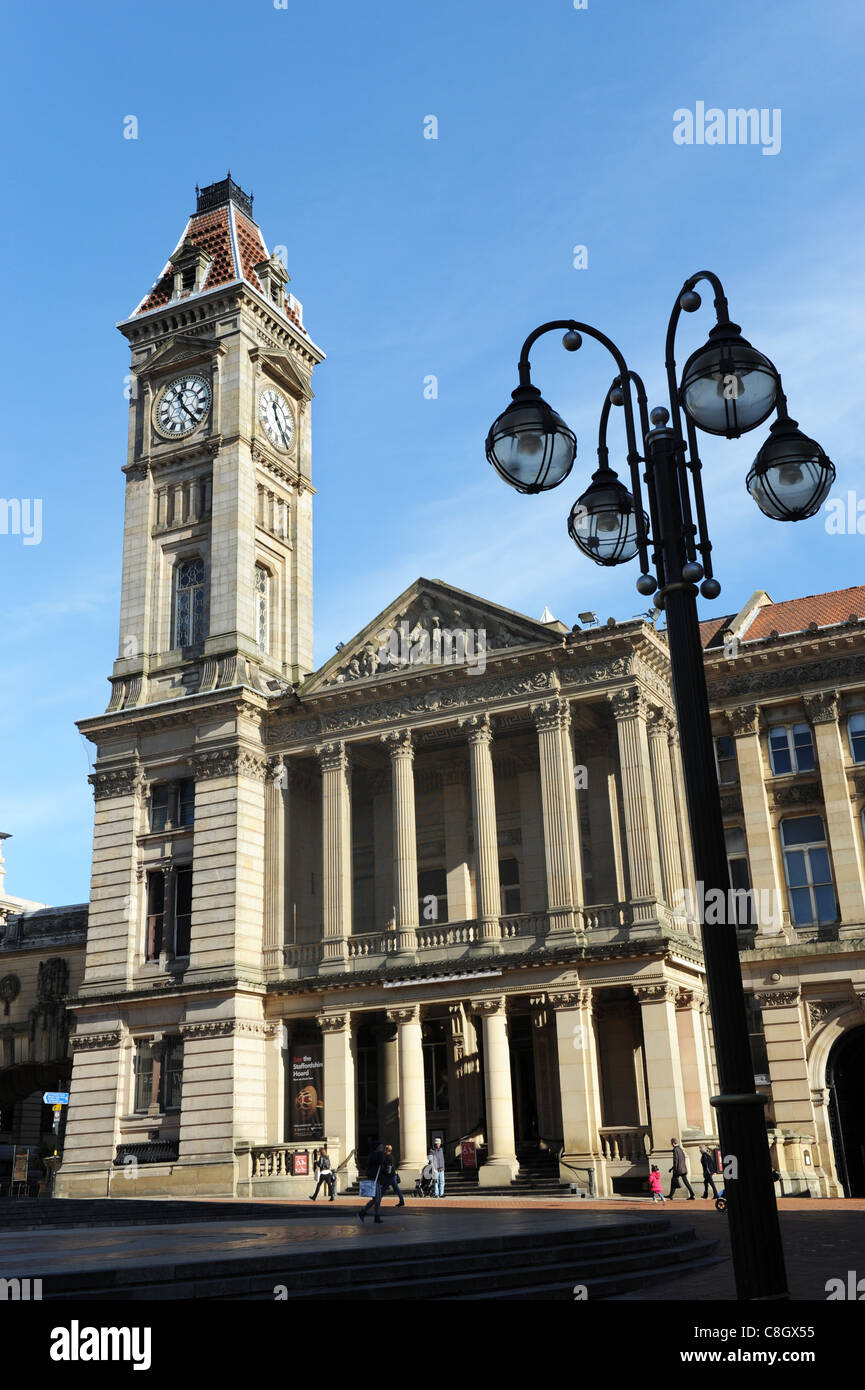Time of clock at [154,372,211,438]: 11:23
